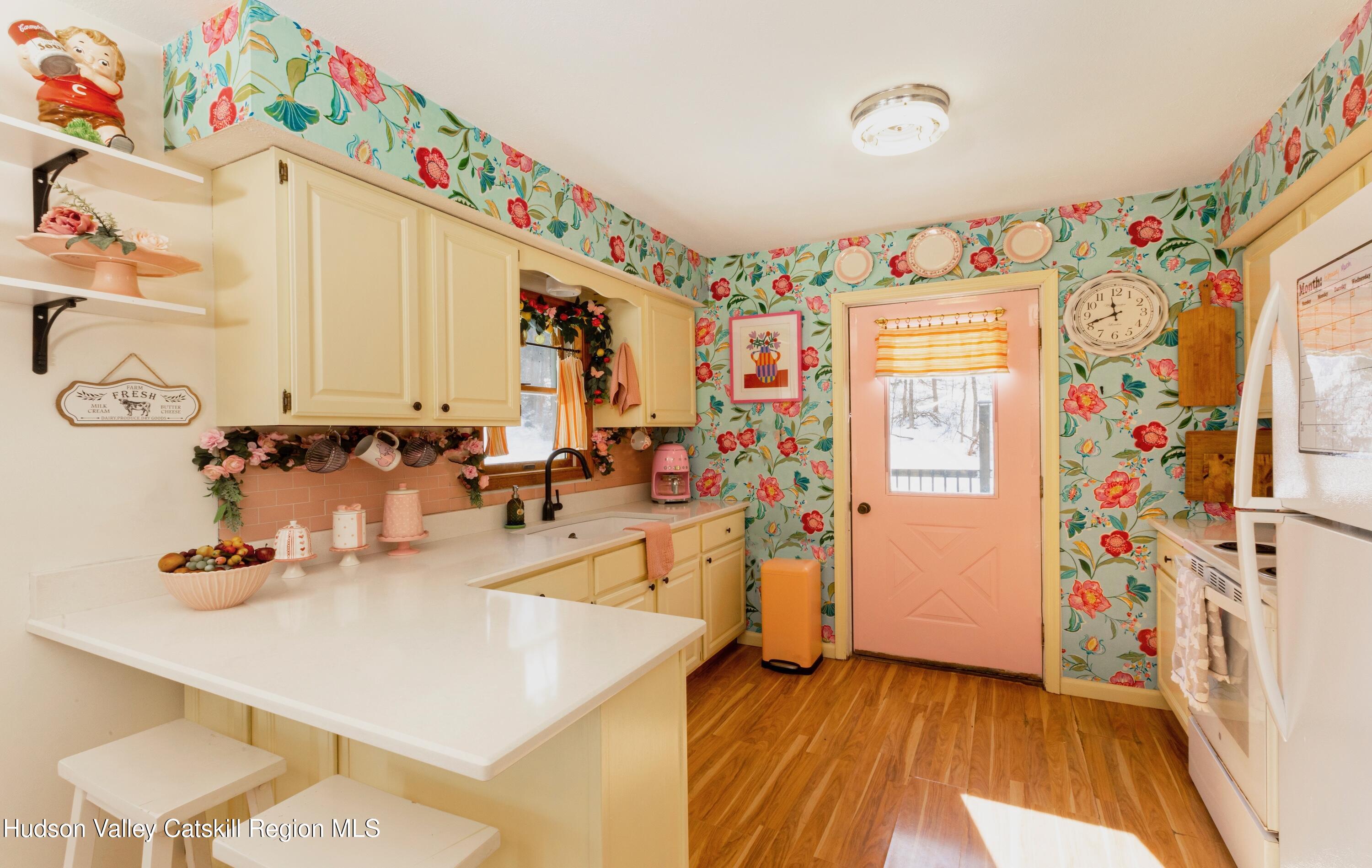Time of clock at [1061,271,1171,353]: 11:41
